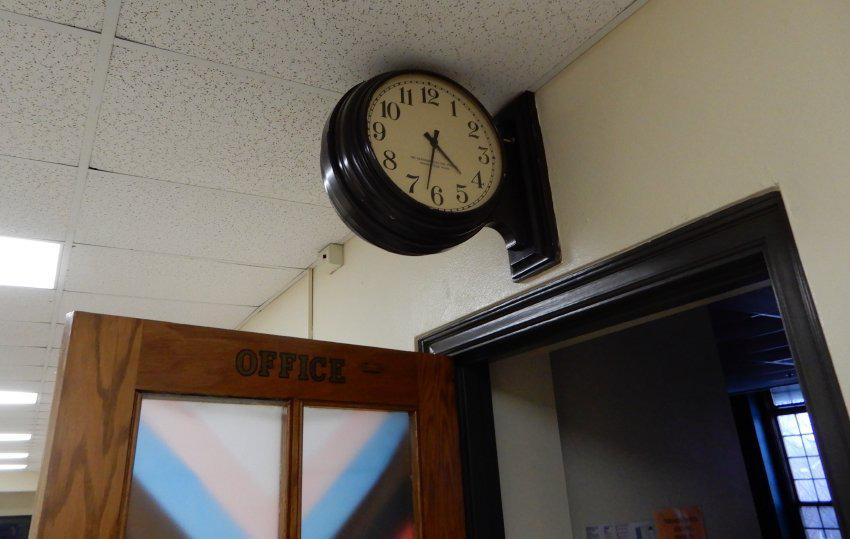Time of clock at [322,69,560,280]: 4:32
